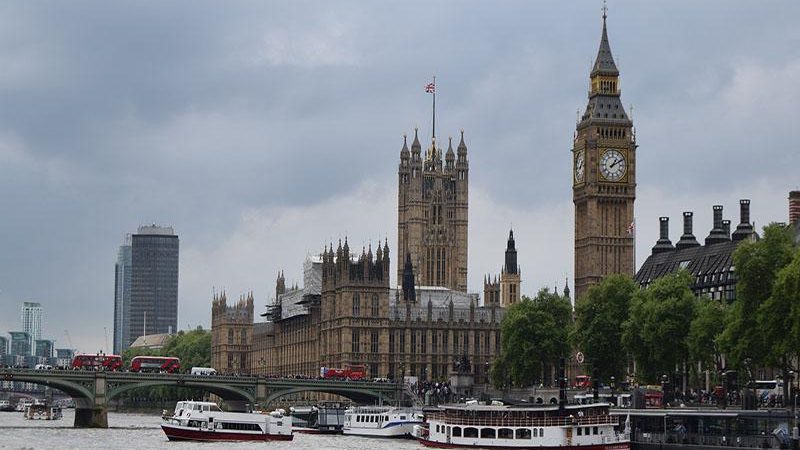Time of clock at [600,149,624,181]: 1:10
